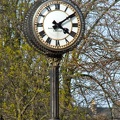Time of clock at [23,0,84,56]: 4:09
